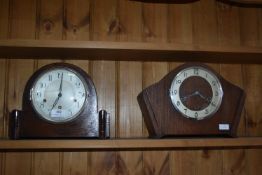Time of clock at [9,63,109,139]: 7:01
